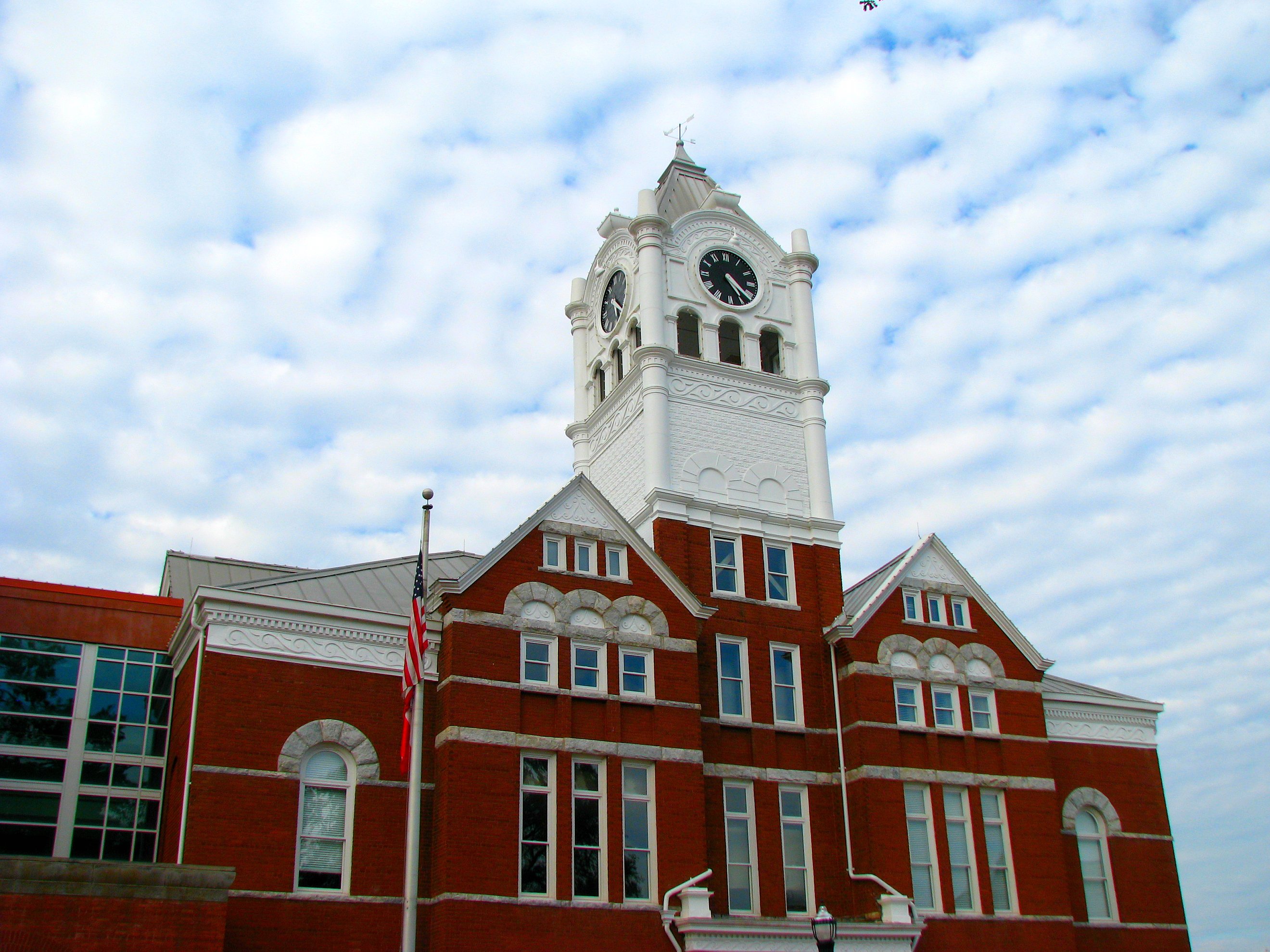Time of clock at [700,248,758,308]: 4:24
